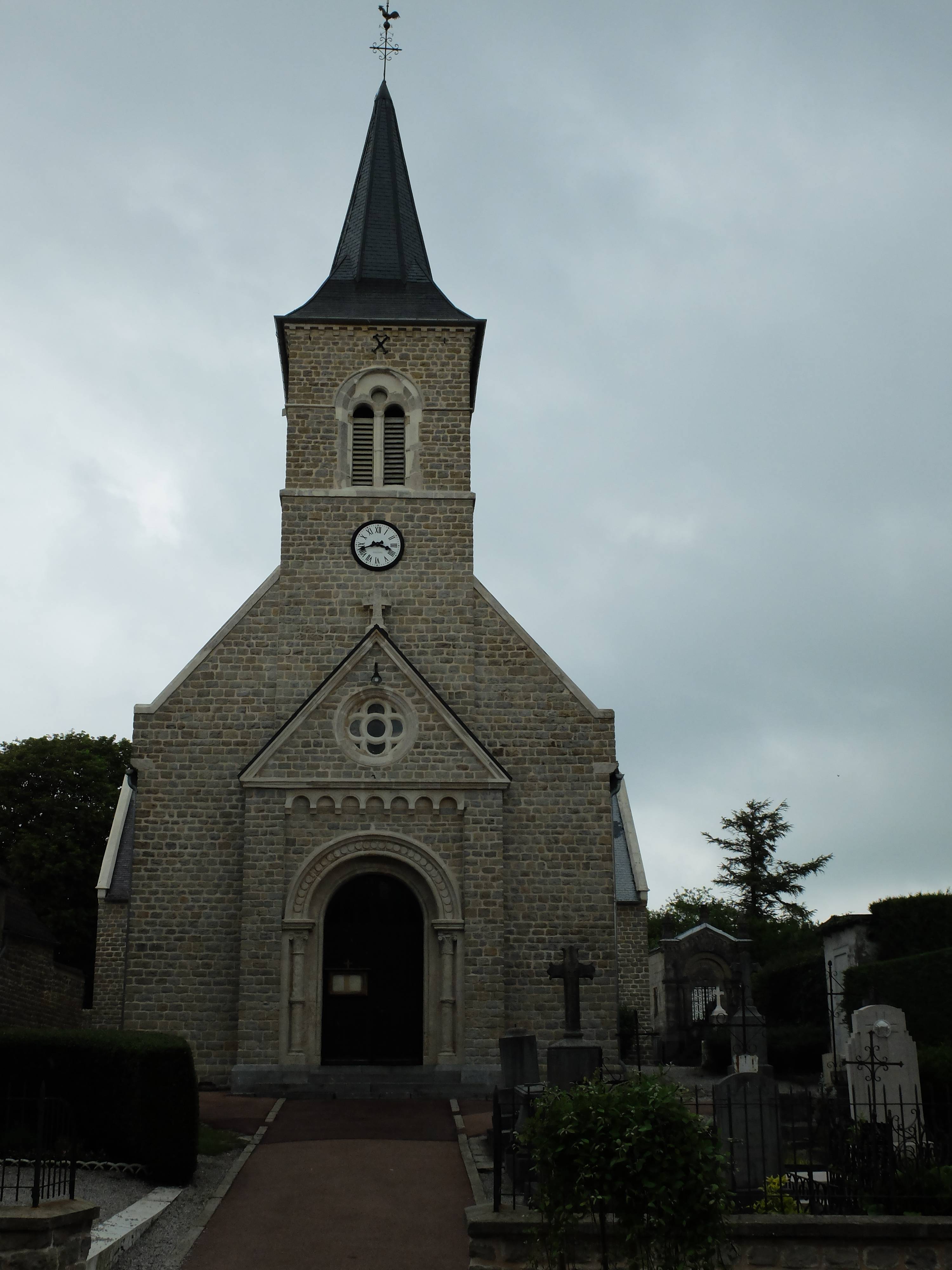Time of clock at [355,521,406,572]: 3:41
